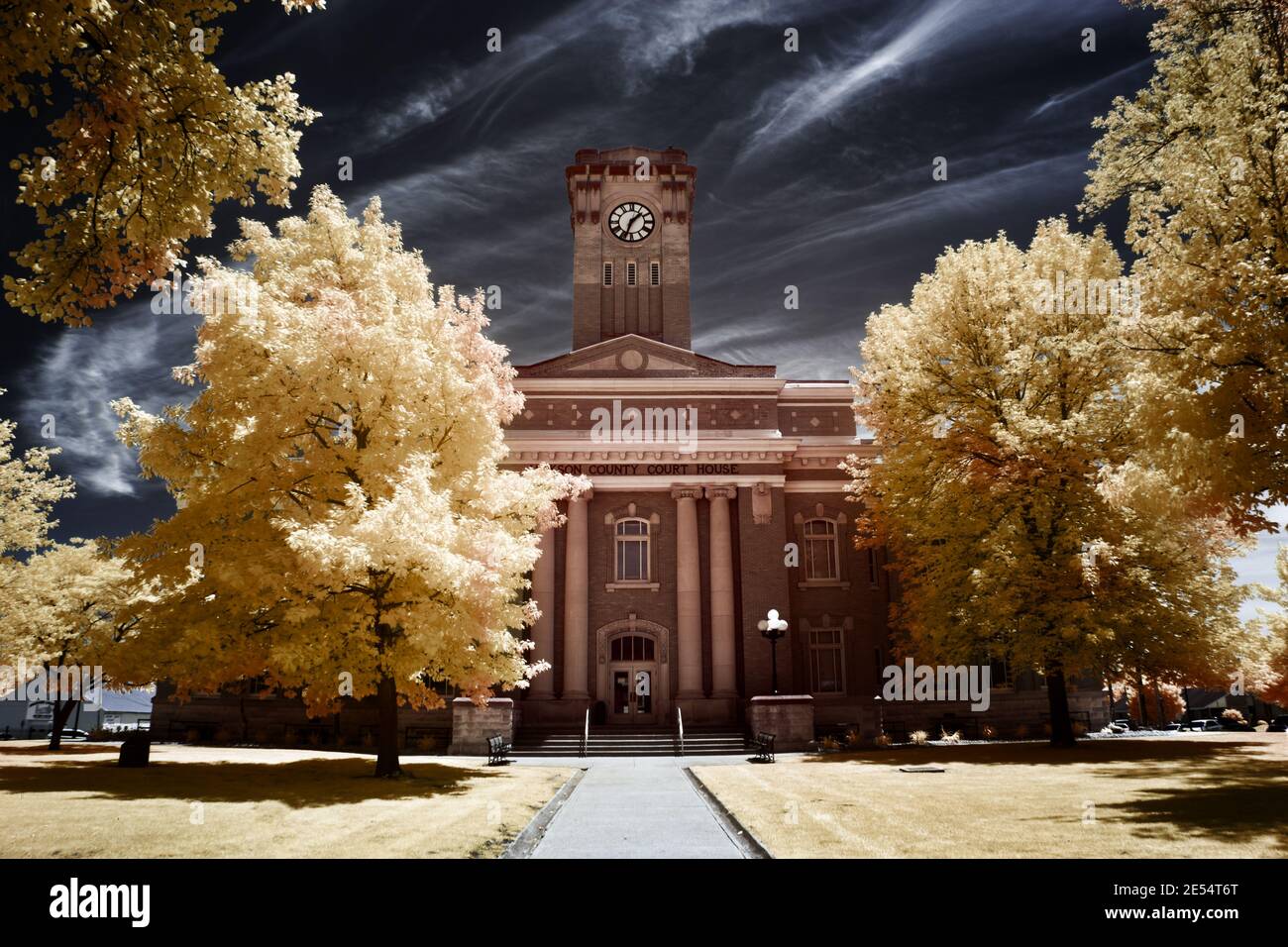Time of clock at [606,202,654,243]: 1:33
